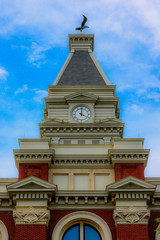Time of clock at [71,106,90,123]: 4:00
